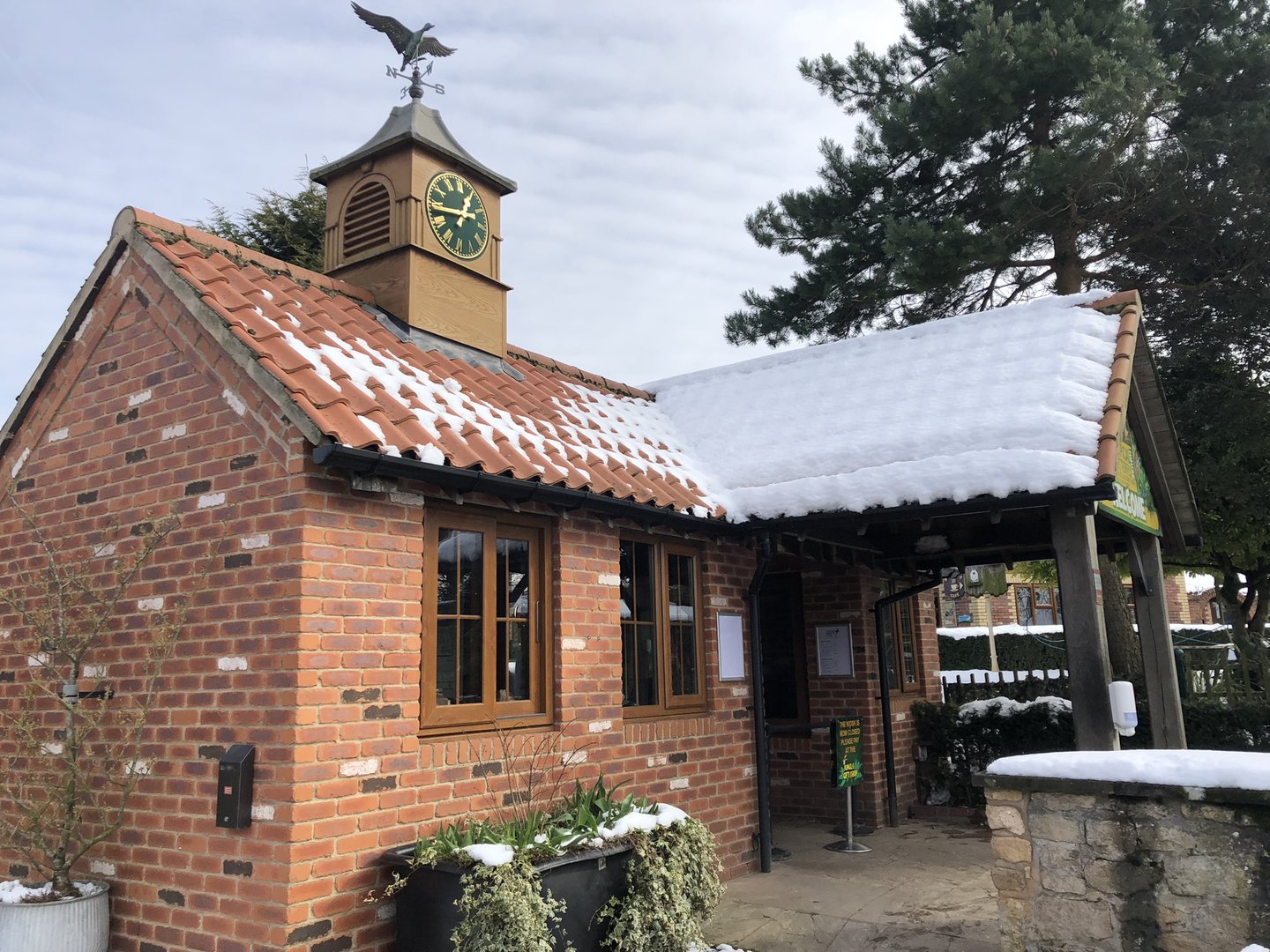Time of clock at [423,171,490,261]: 12:43
